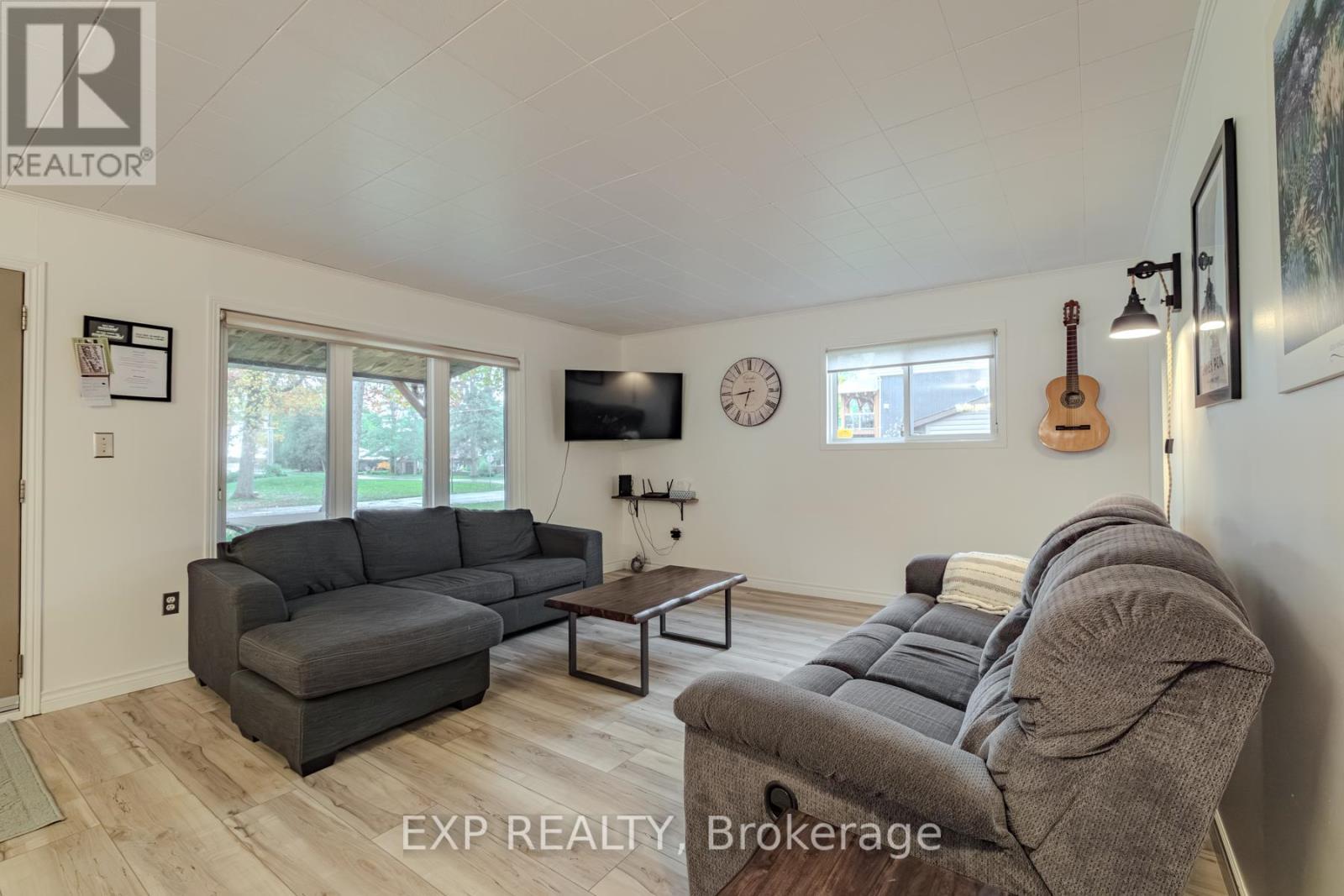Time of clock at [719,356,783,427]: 6:43
